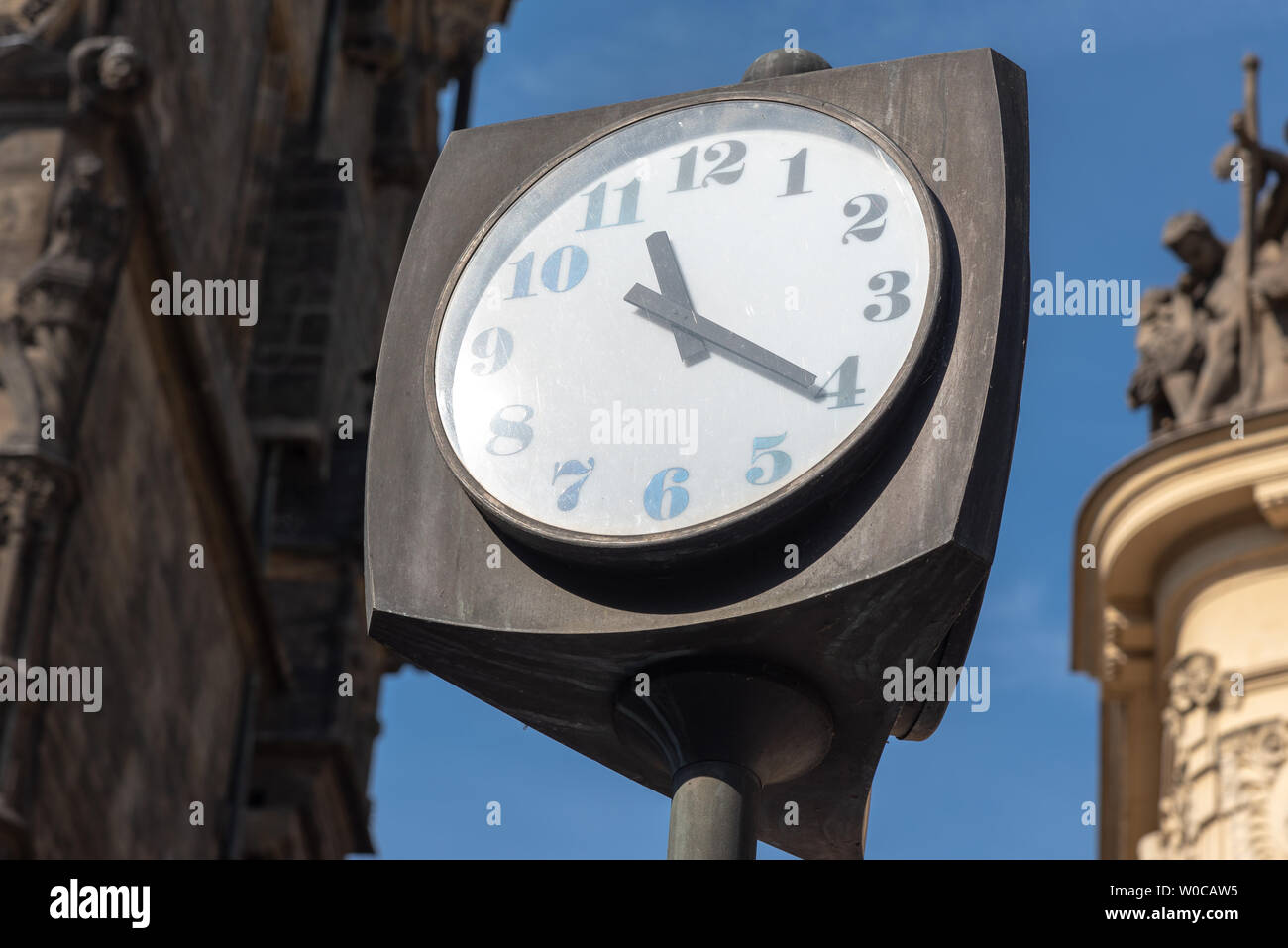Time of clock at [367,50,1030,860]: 11:20
